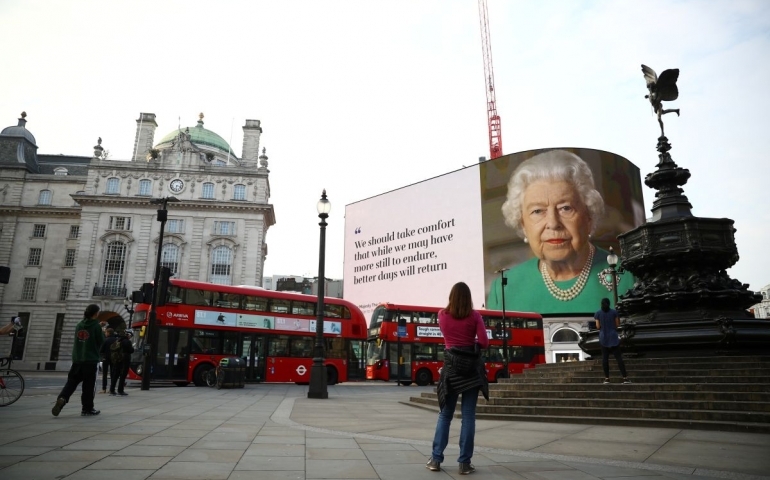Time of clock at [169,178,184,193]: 6:17
